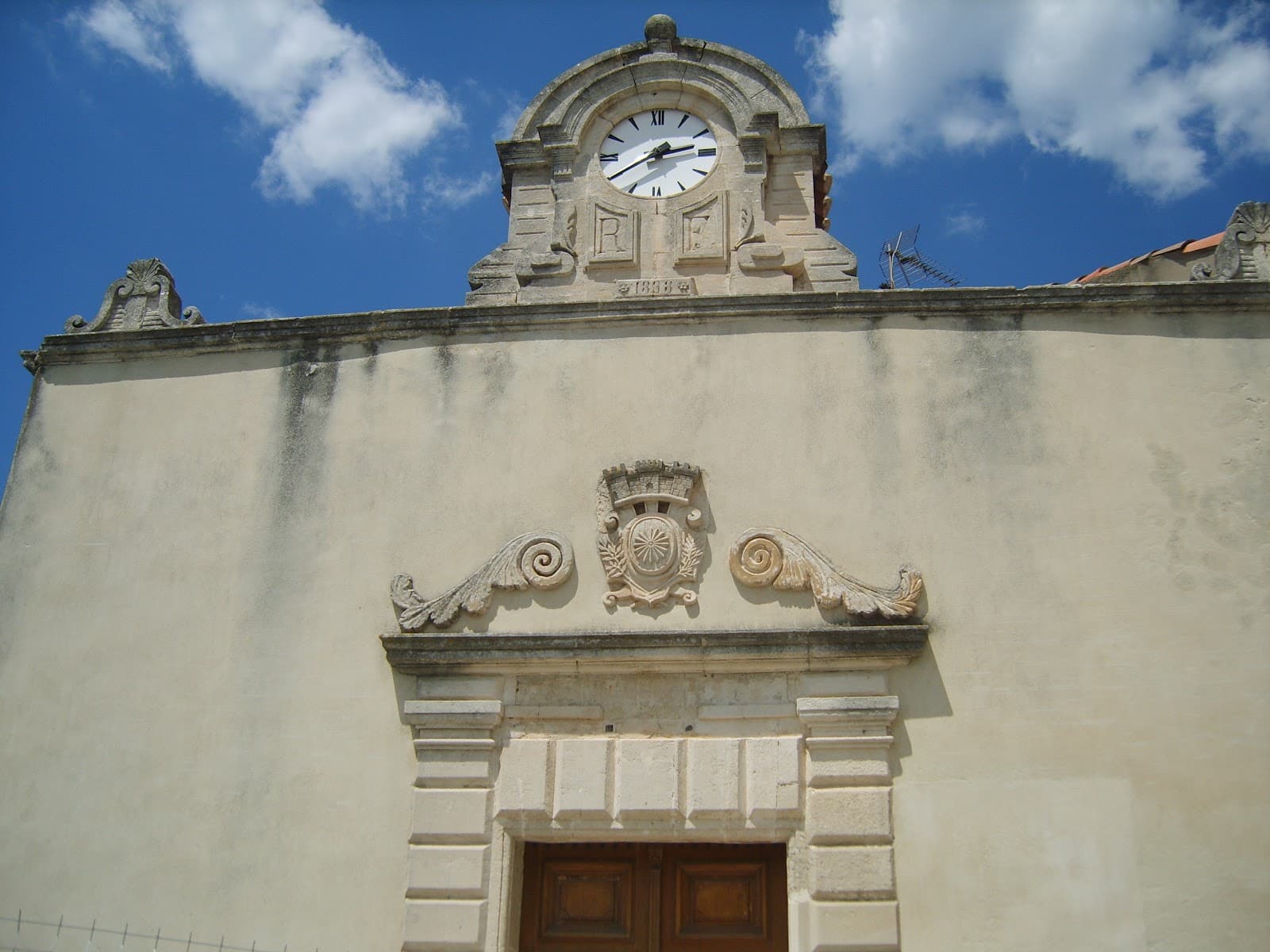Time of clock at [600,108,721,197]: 2:39
